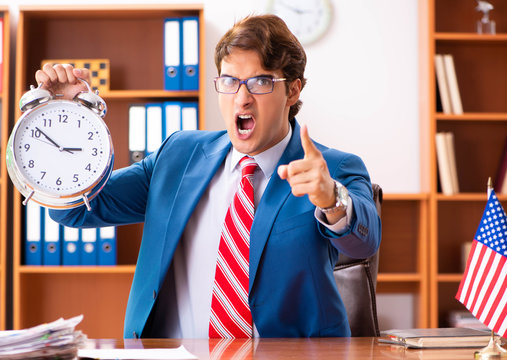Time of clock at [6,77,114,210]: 2:51
